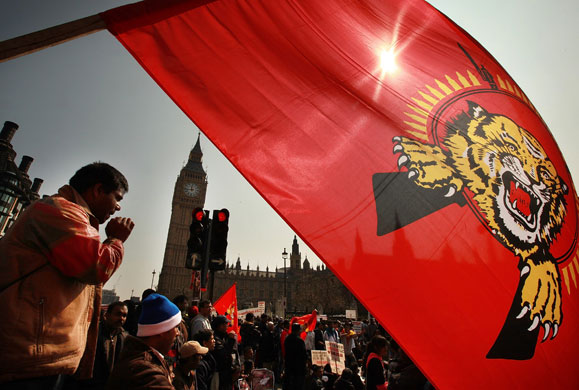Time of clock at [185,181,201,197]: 11:43
